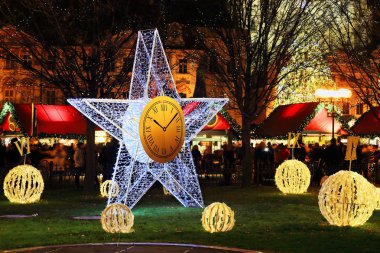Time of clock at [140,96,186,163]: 10:07
